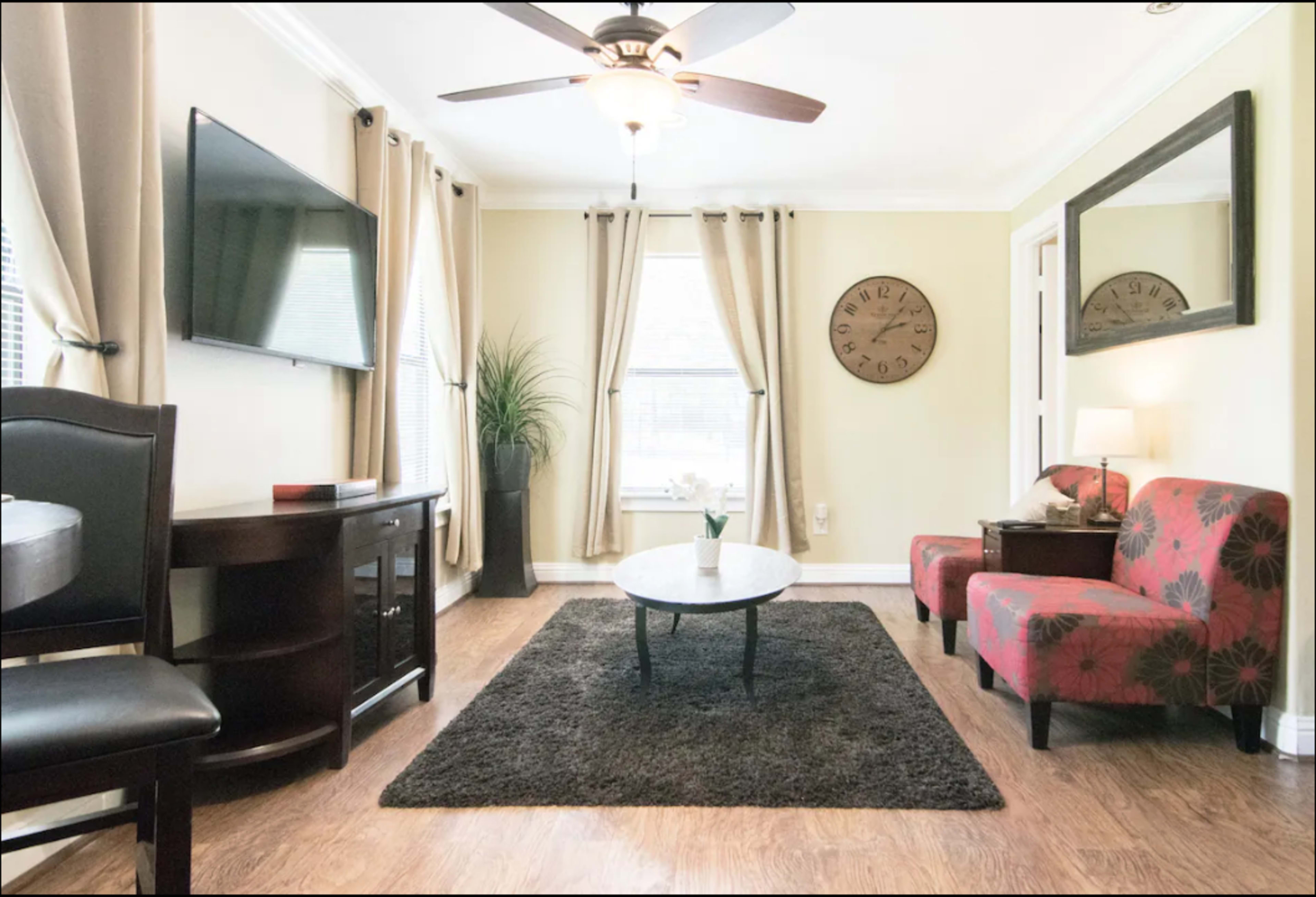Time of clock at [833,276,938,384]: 2:06
